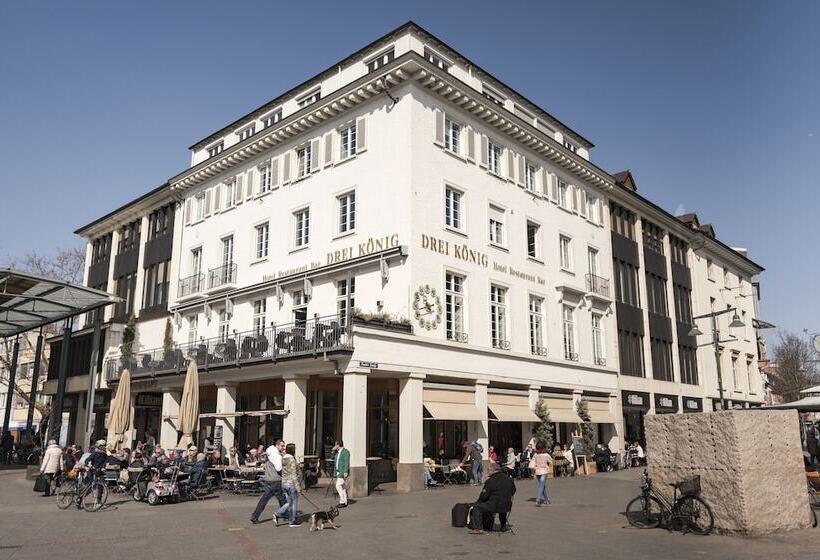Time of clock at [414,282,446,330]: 10:42
